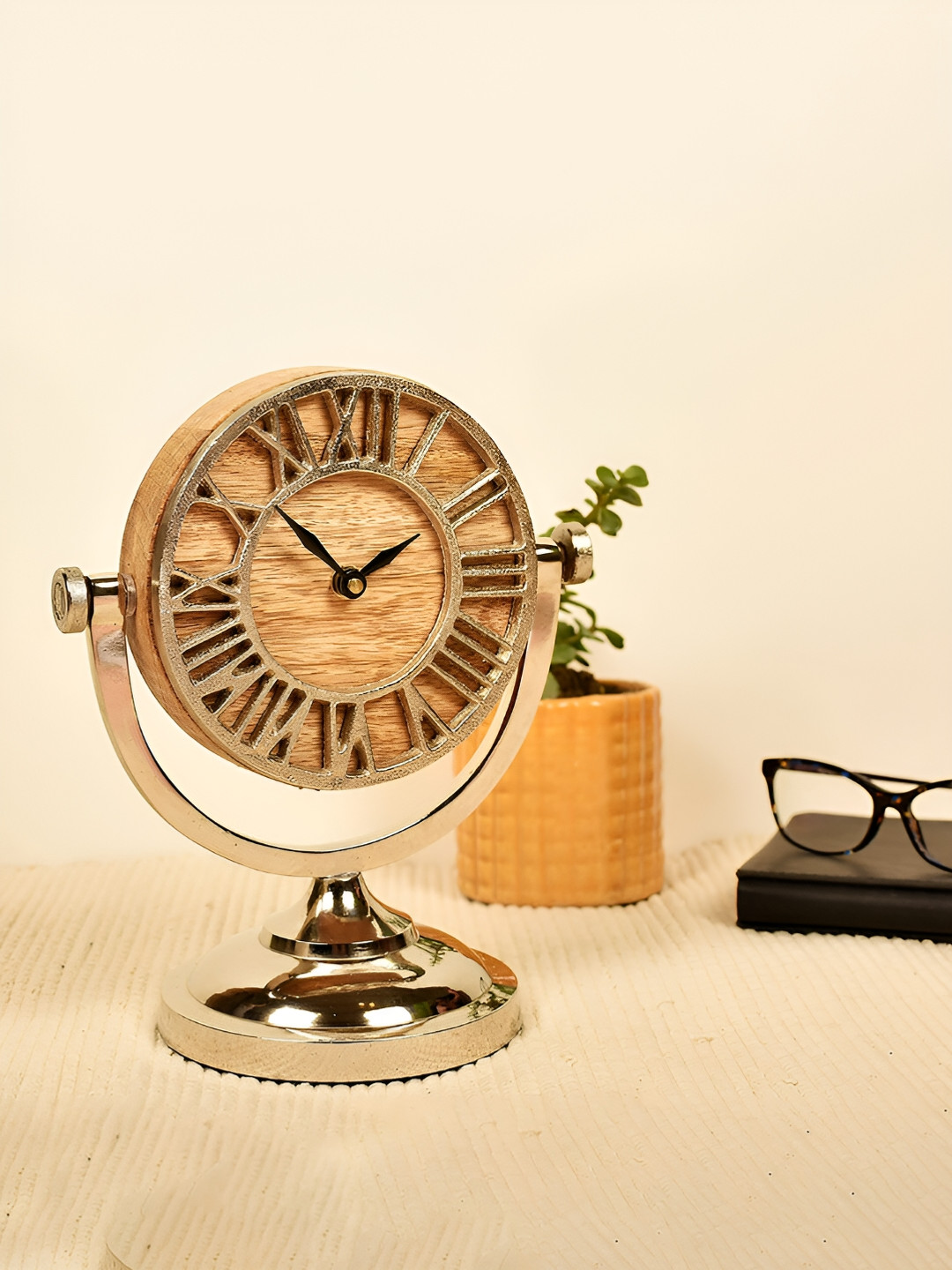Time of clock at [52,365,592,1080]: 1:52
